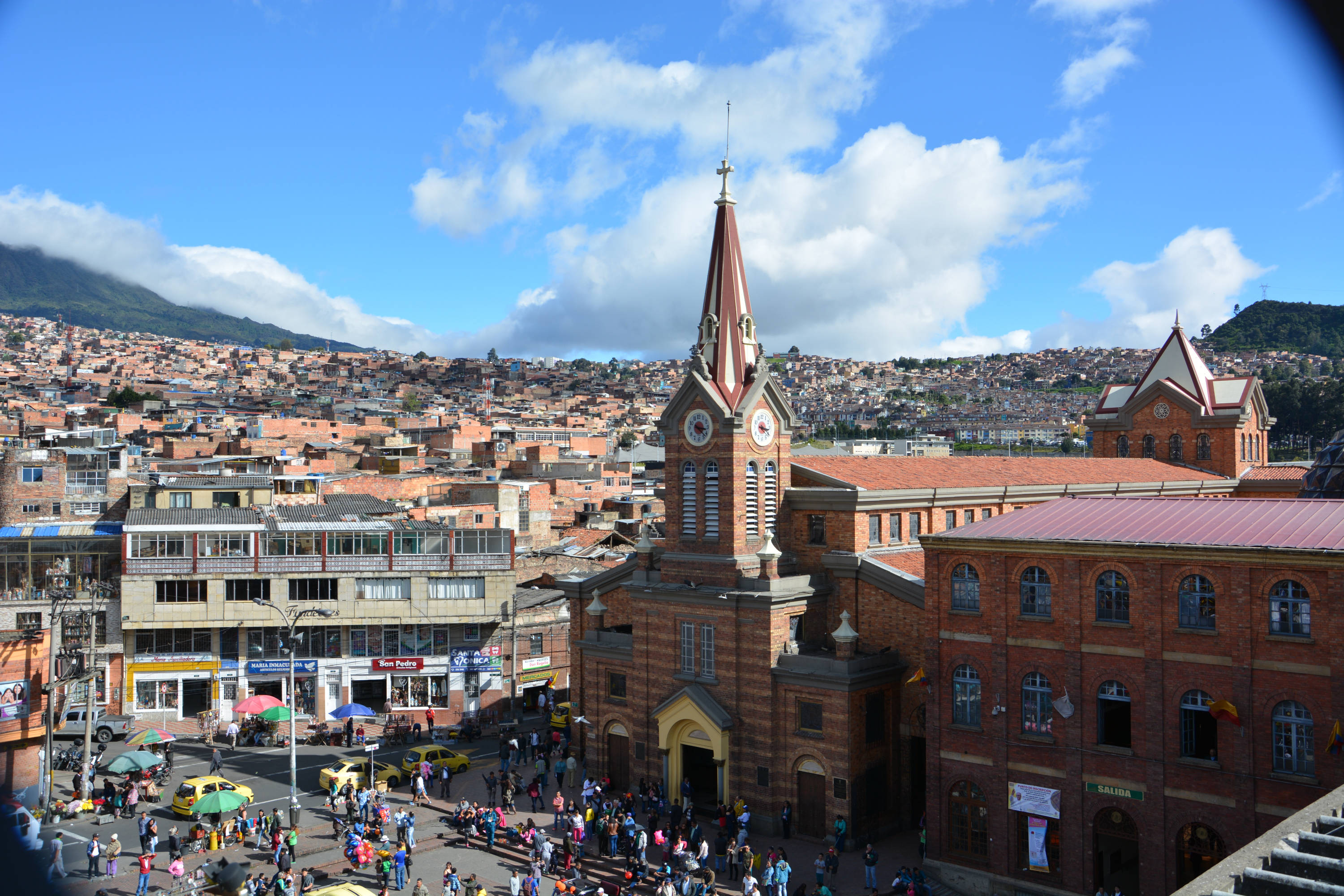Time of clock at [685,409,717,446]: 3:22
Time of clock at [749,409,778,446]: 3:21
